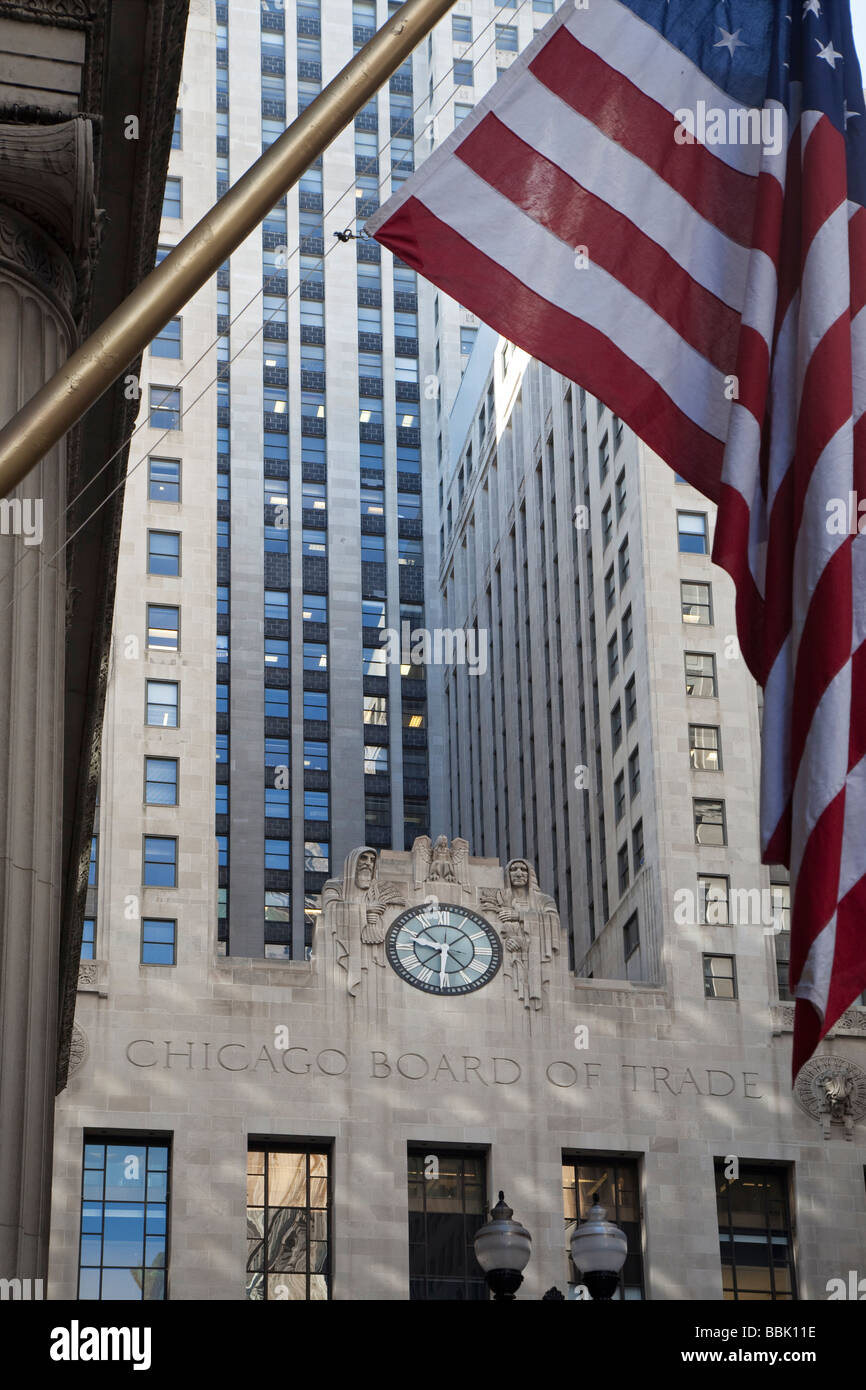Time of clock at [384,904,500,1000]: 9:30
